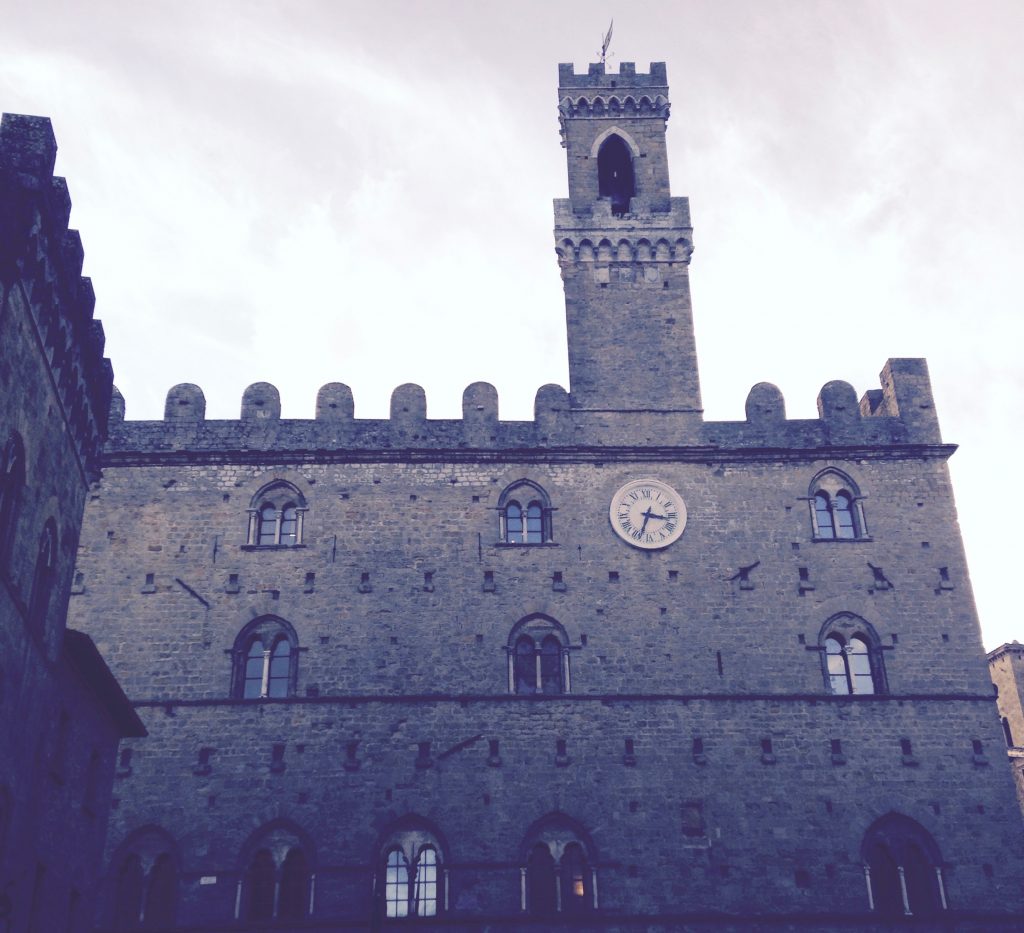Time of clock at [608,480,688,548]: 3:33
